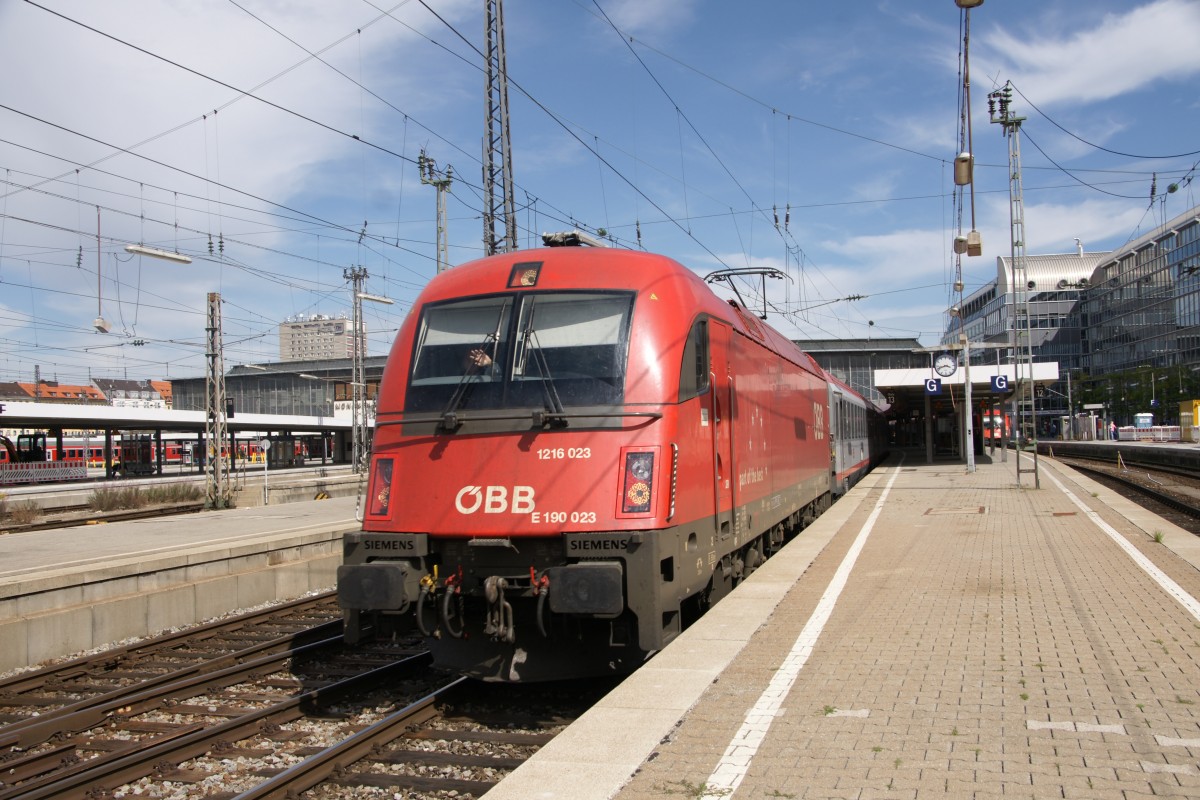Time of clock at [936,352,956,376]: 3:42
